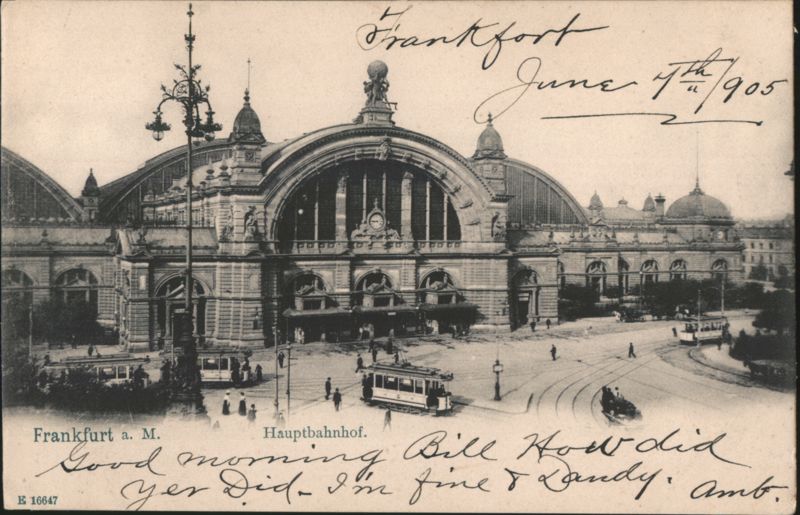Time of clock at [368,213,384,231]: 8:45
